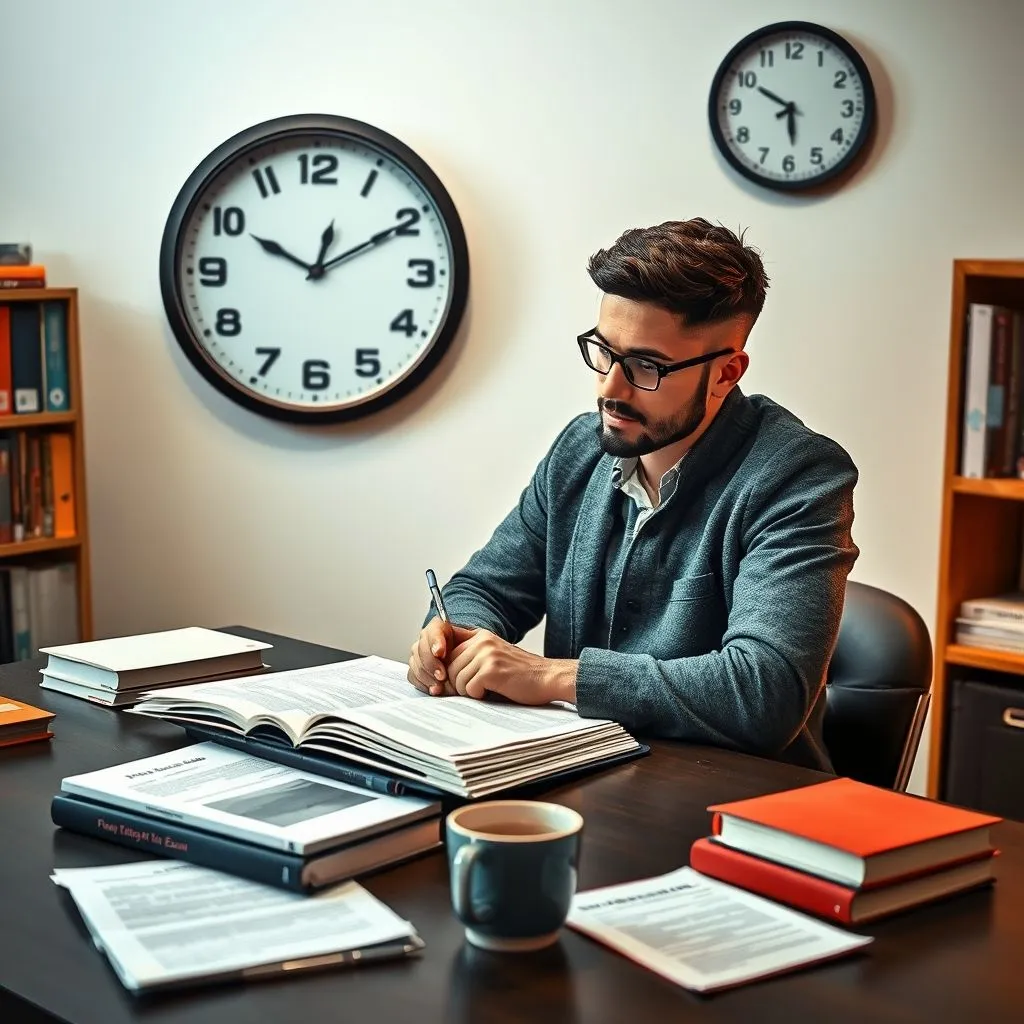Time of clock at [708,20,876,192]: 5:49
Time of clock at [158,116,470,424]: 10:10
